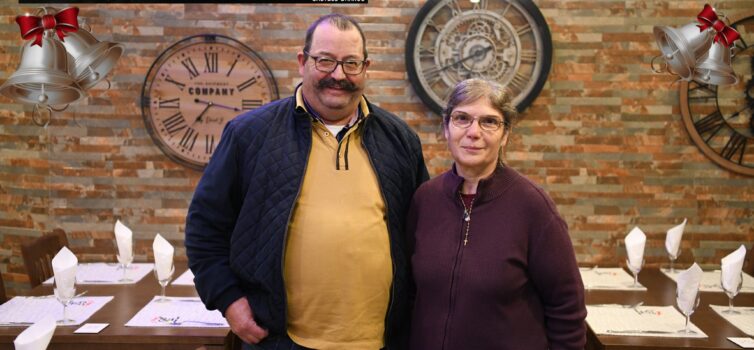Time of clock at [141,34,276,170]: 7:16
